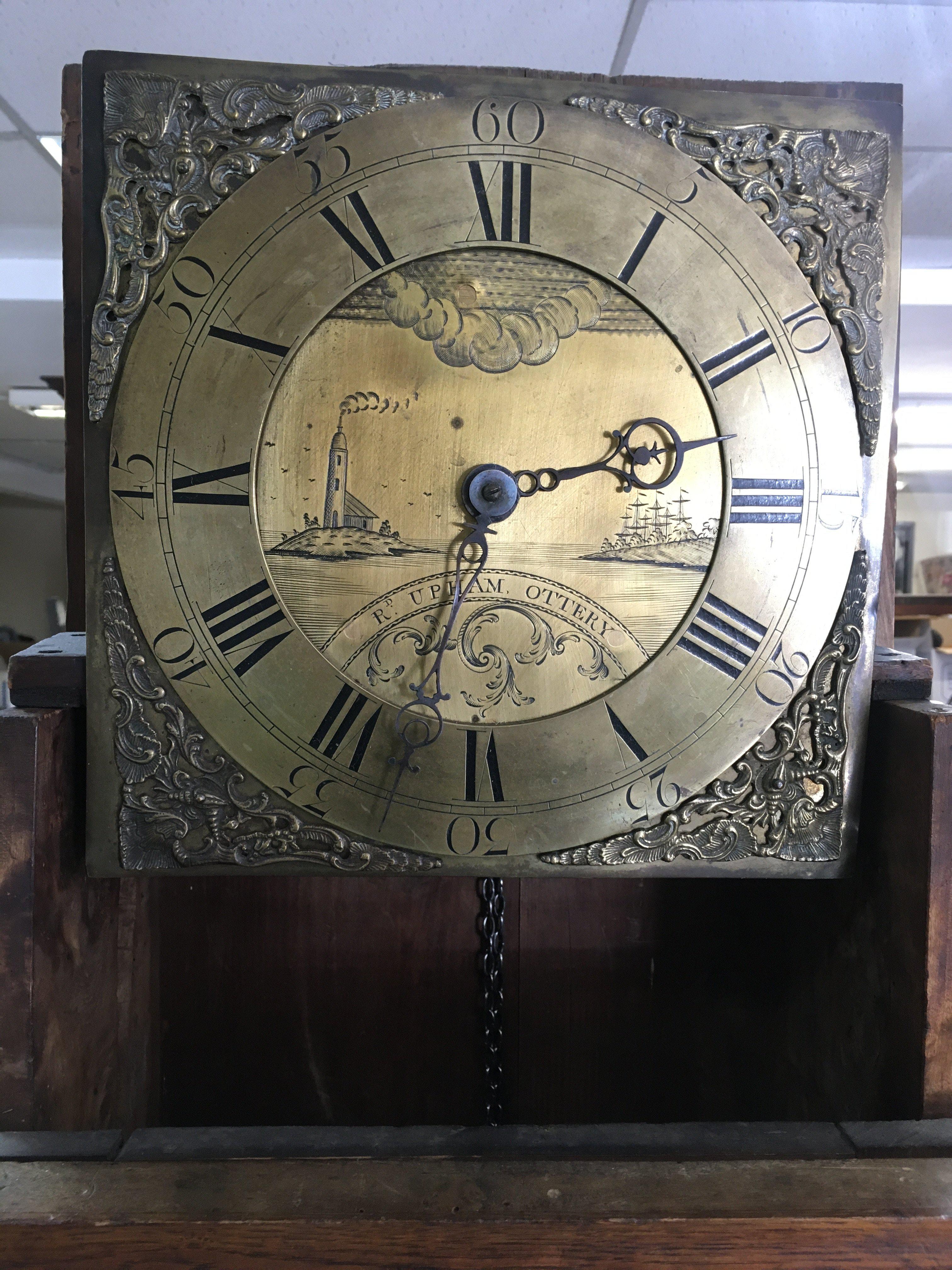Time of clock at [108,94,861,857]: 2:32
